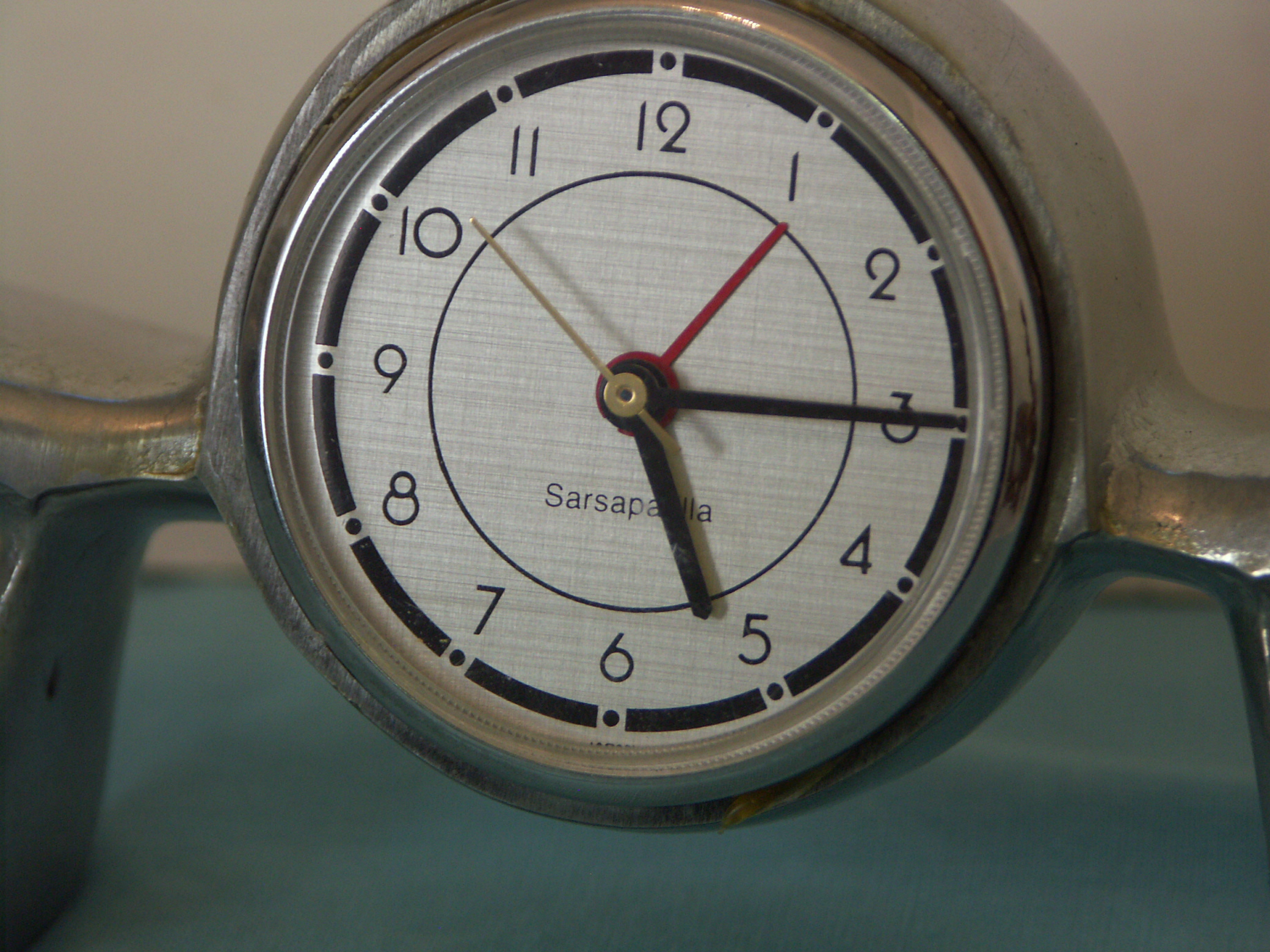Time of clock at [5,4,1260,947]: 5:15
